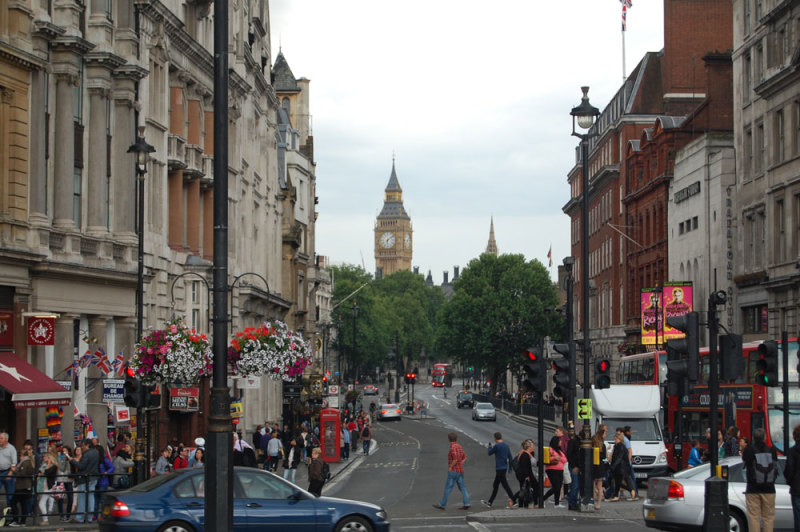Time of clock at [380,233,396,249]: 6:08
